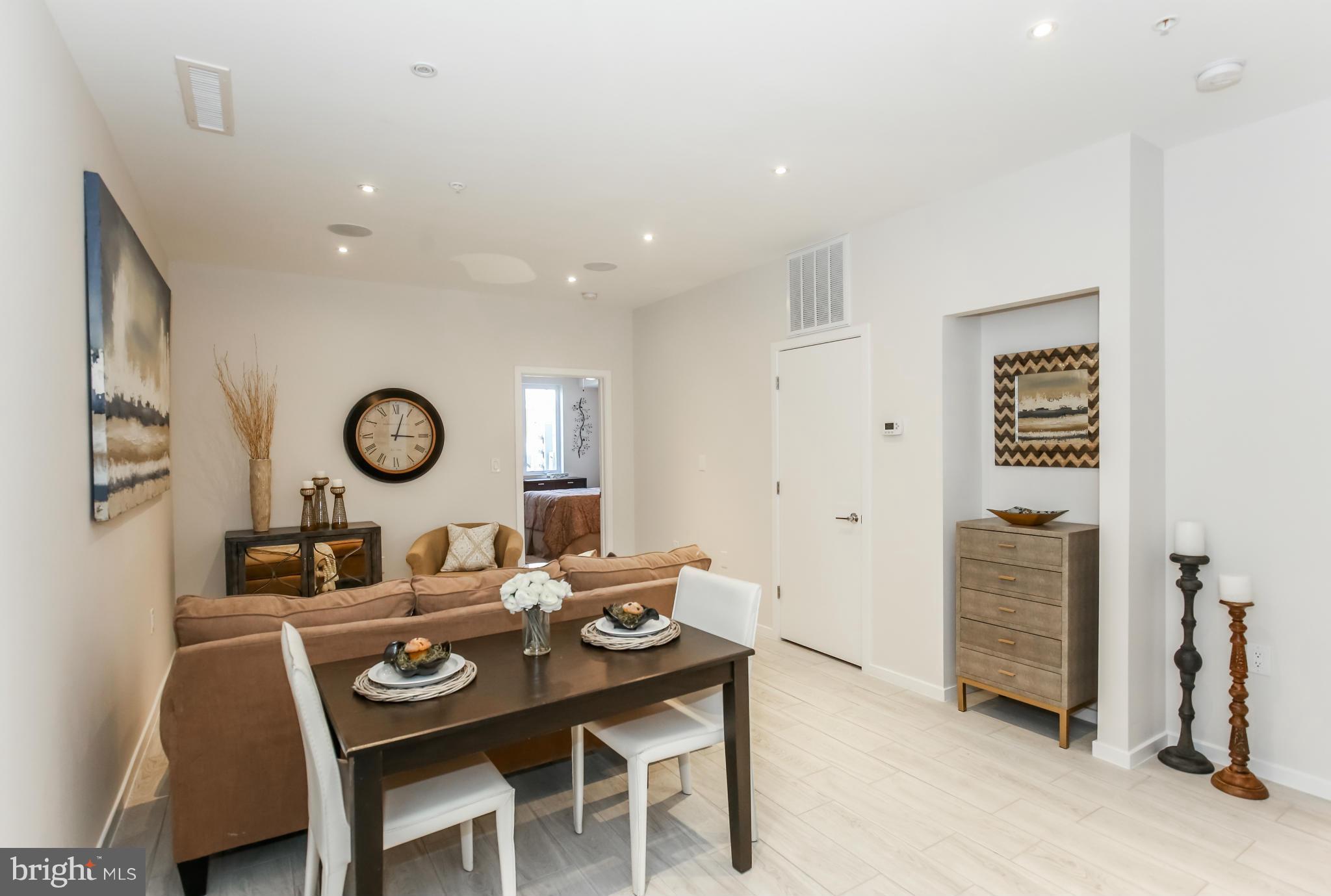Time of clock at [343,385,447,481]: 3:02
